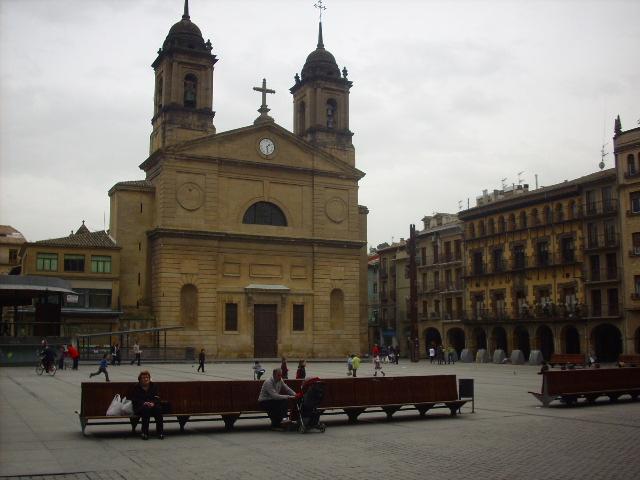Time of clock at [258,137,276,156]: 1:28
